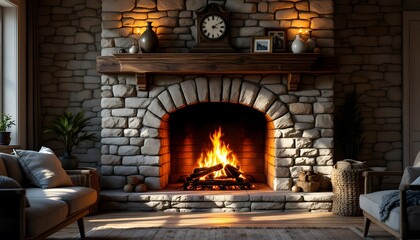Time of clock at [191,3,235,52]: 3:09
